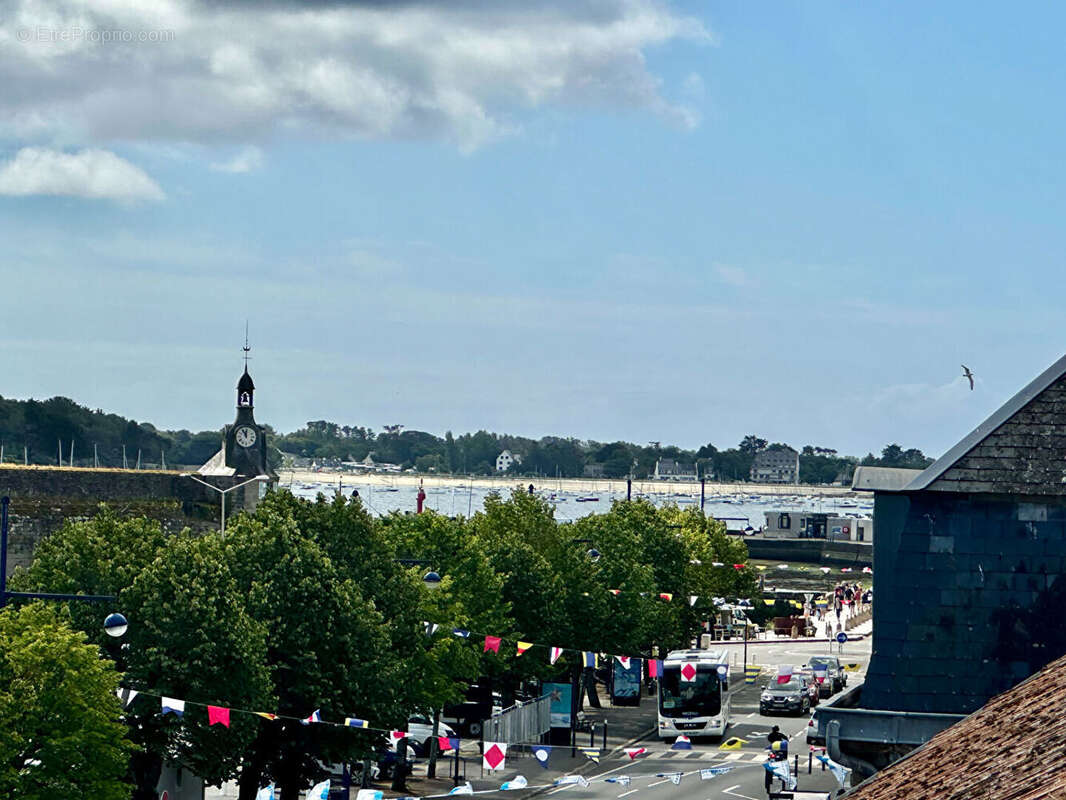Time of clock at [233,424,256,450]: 11:55
